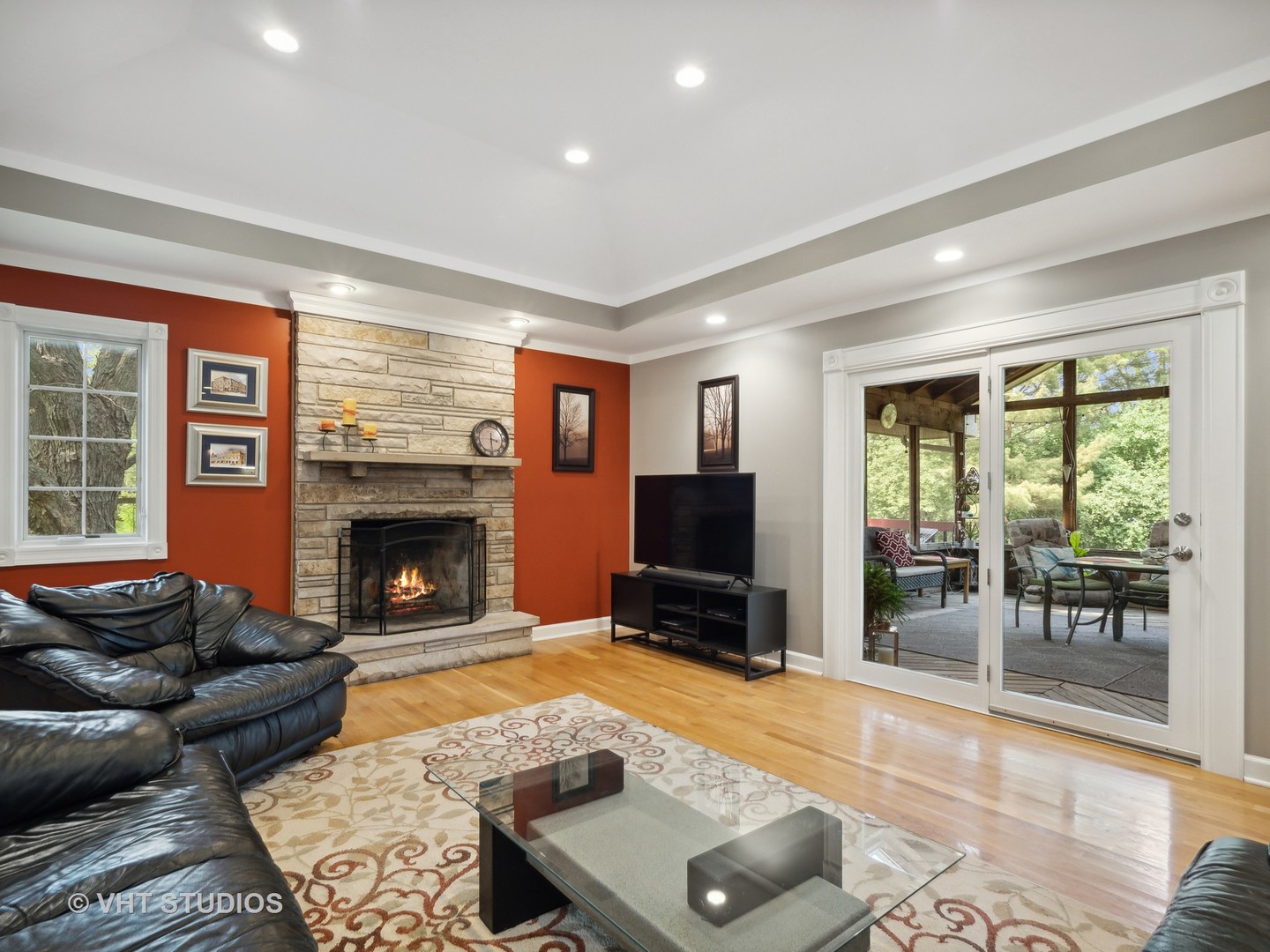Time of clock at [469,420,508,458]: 3:29
